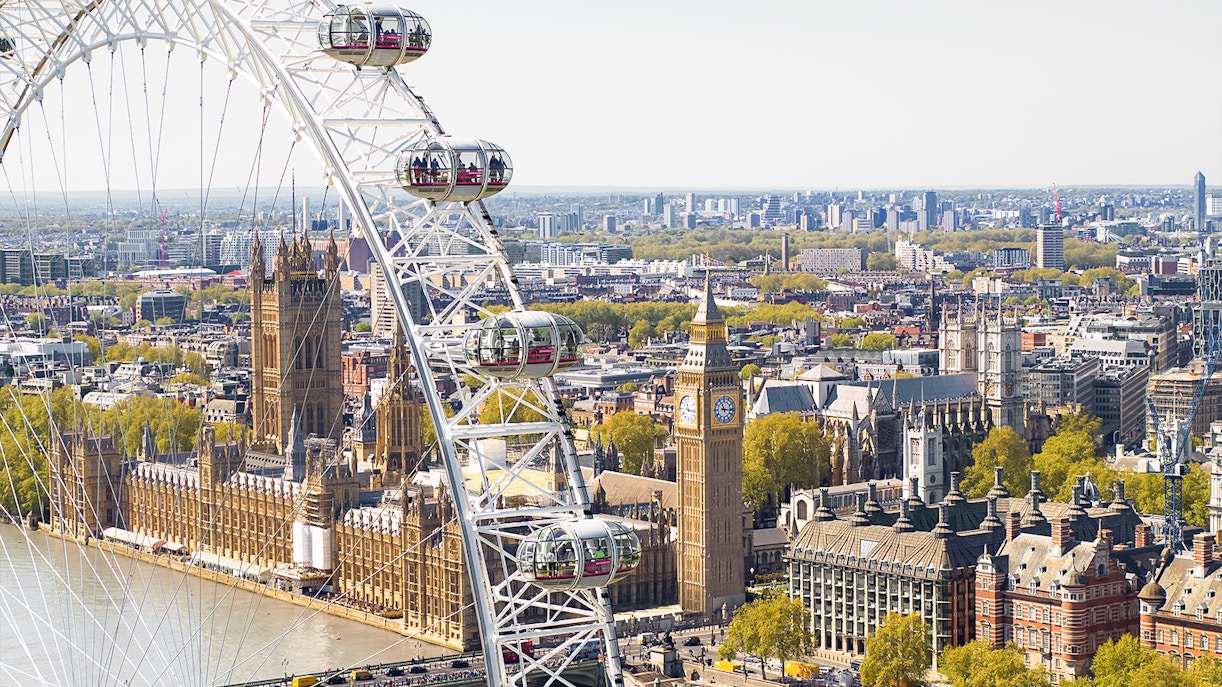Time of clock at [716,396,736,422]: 11:15
